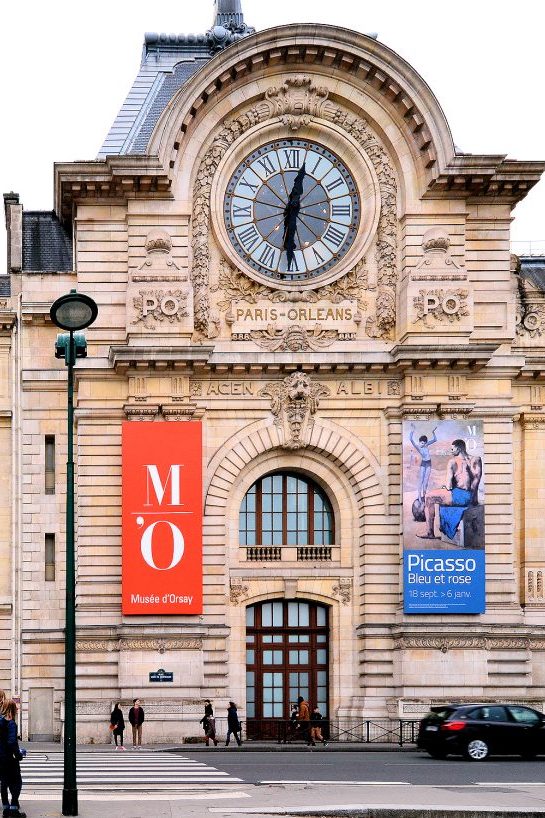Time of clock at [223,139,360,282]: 12:30
